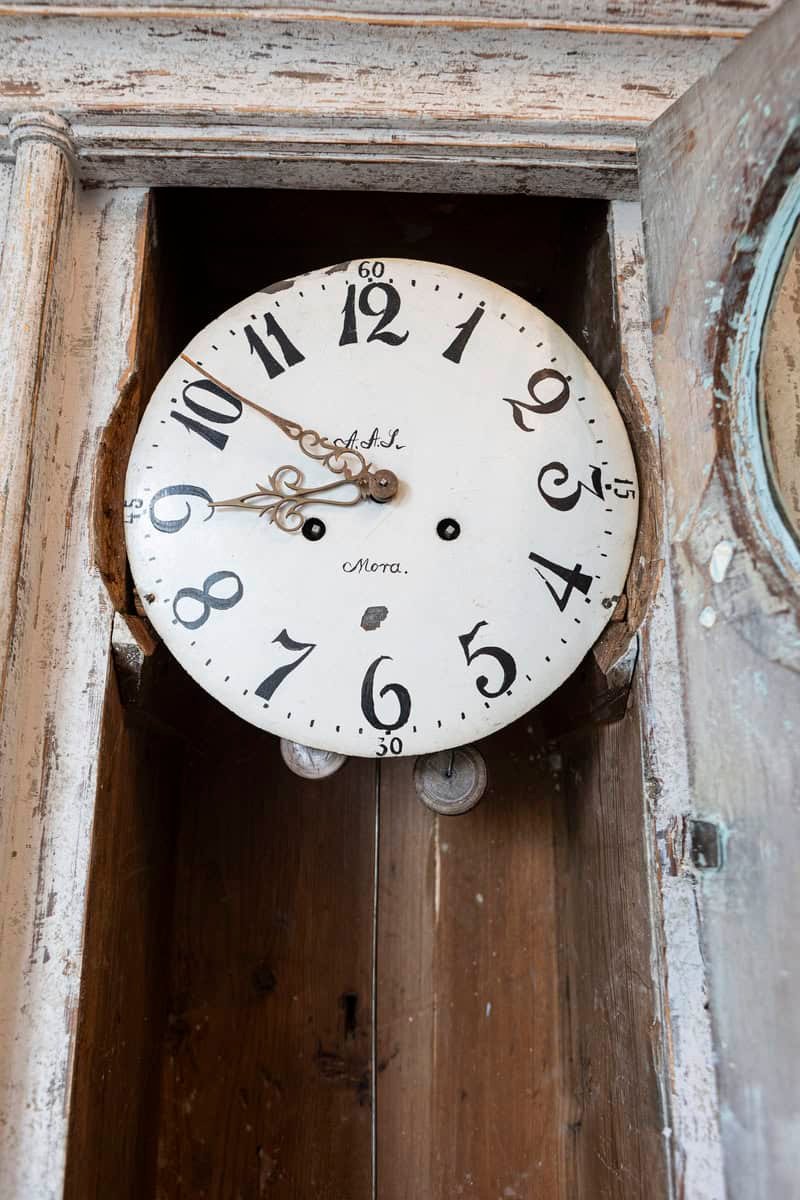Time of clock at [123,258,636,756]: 8:51
